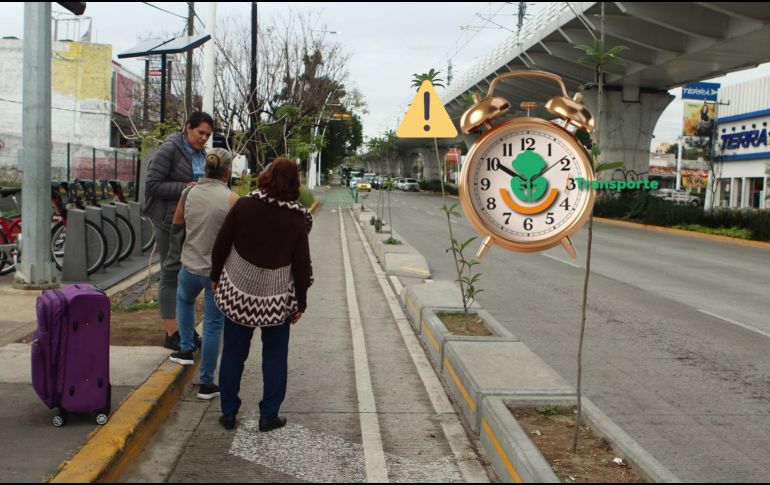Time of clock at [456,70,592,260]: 1:50
